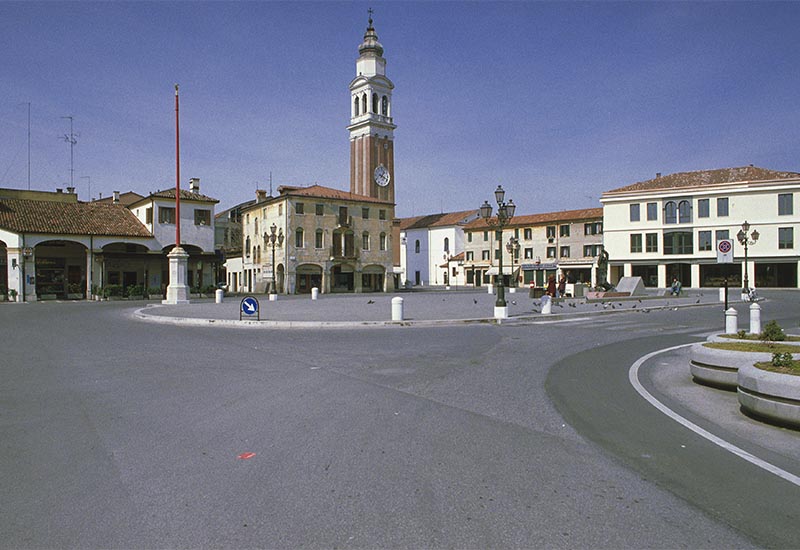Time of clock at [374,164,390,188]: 1:18
